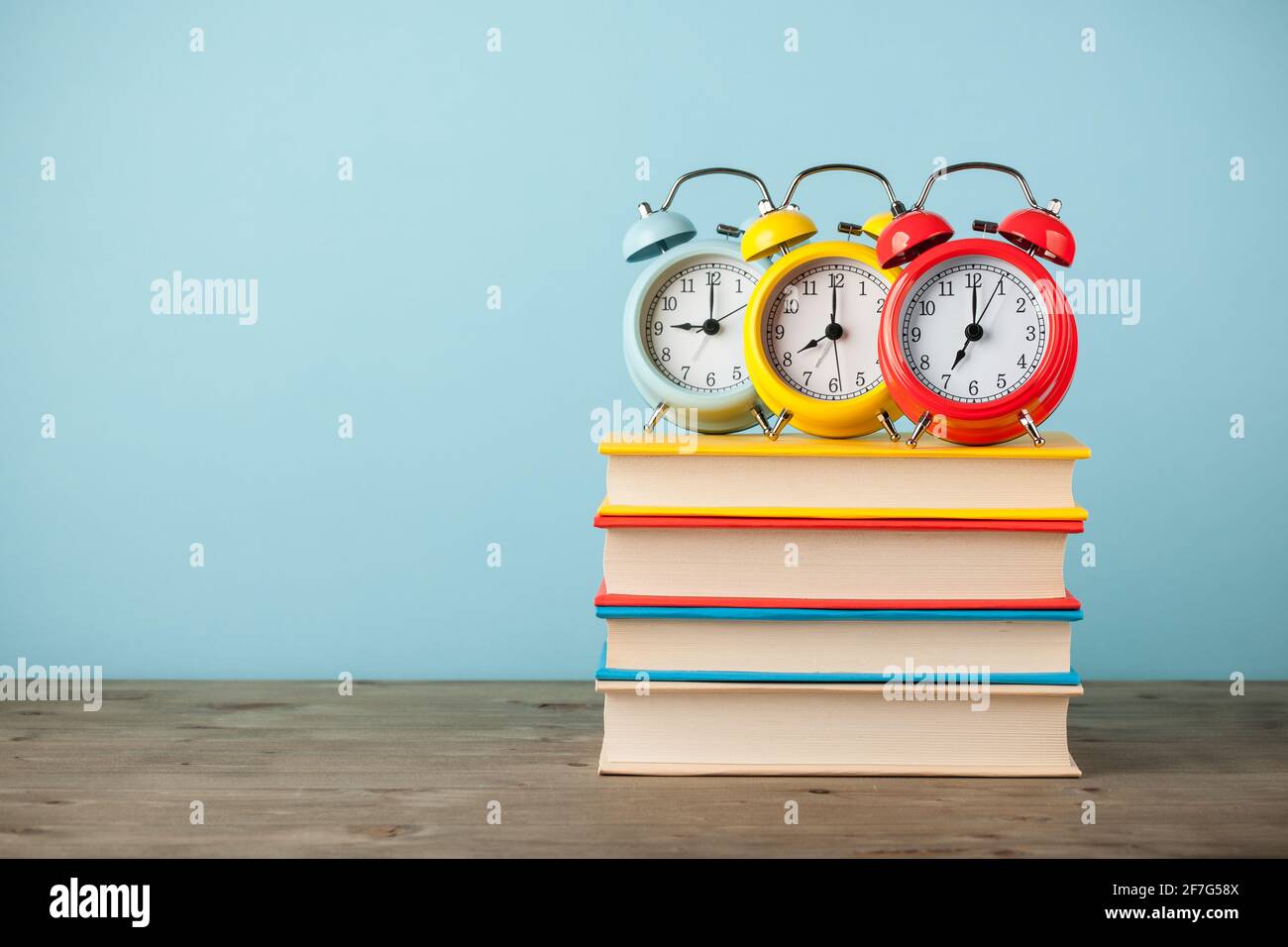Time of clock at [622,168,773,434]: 8:00
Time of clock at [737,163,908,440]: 8:00
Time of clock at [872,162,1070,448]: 7:00
